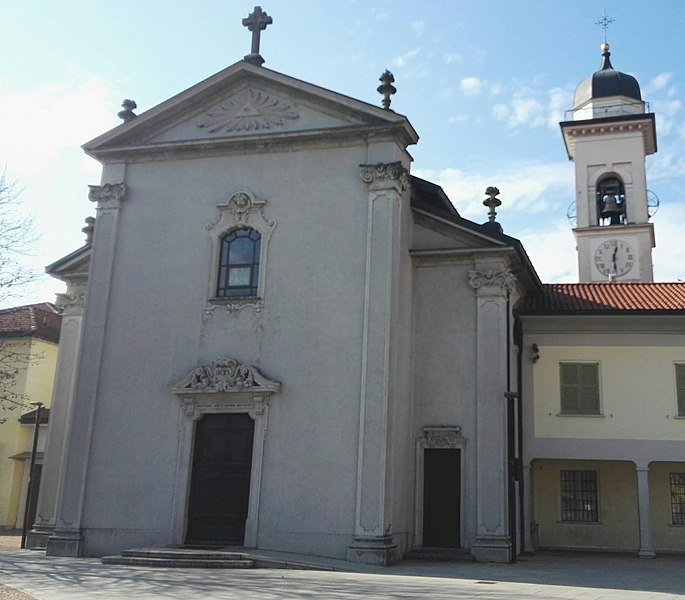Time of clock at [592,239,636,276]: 12:28
